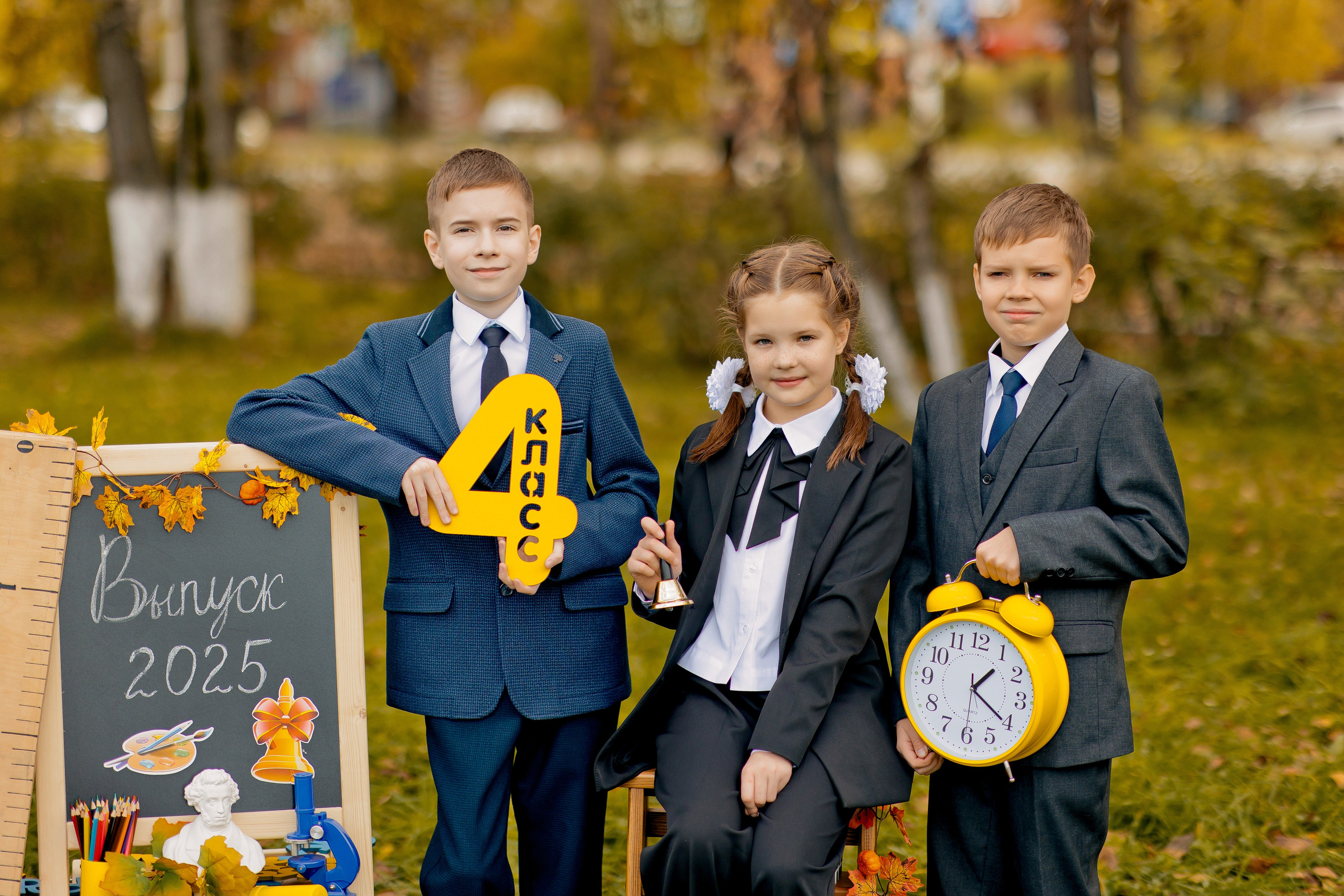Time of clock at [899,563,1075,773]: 1:20
